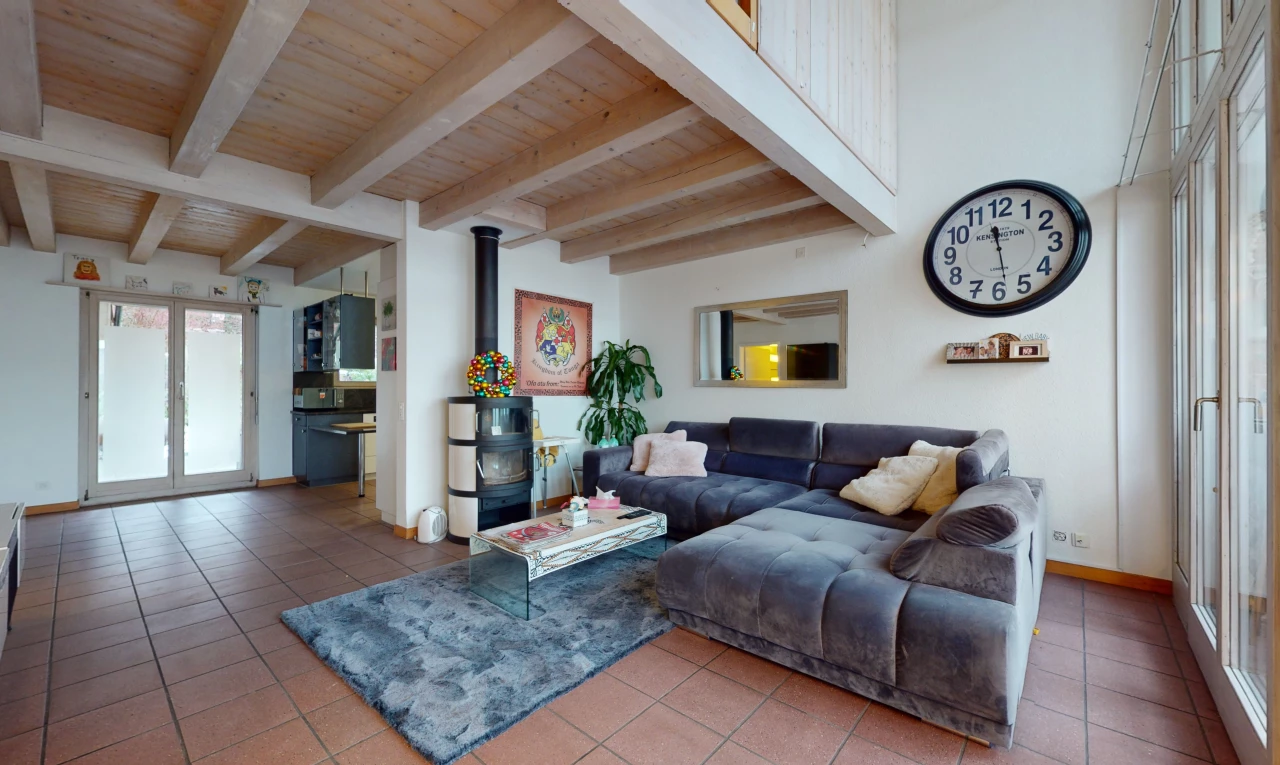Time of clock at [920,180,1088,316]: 11:28
